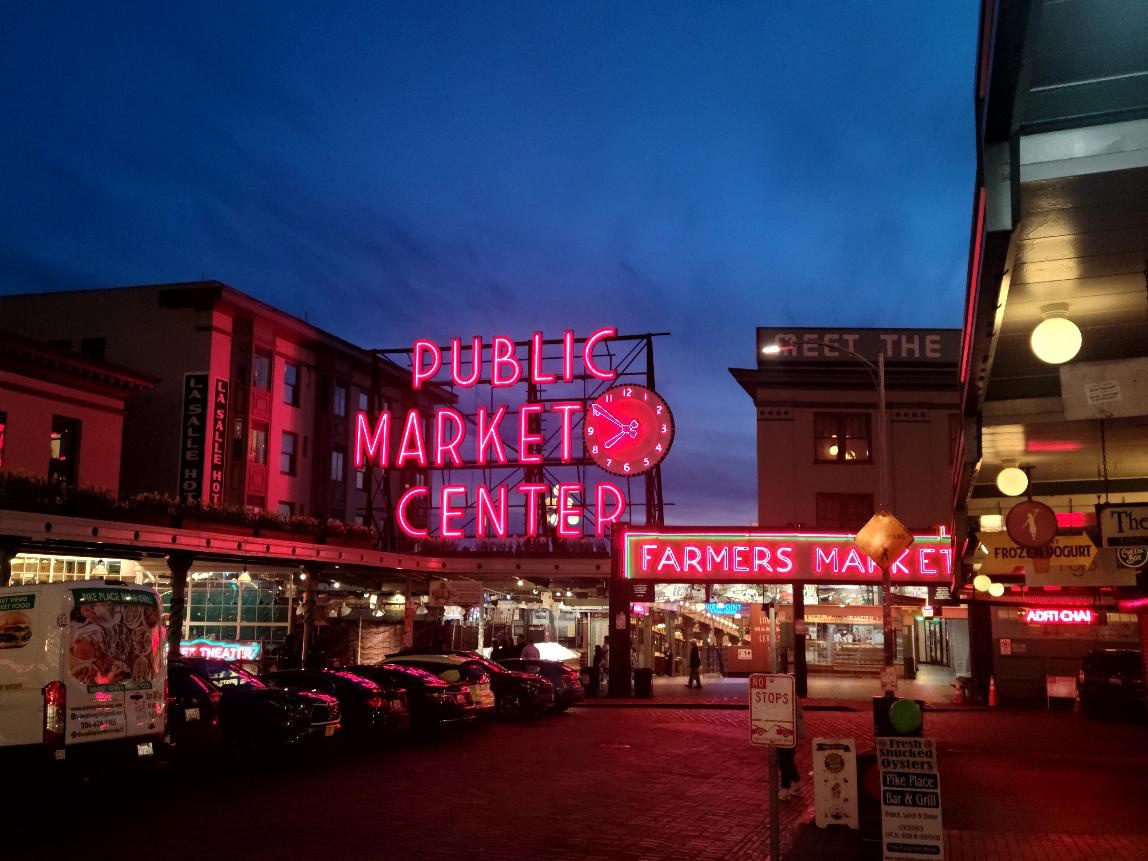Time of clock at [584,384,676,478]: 7:50
